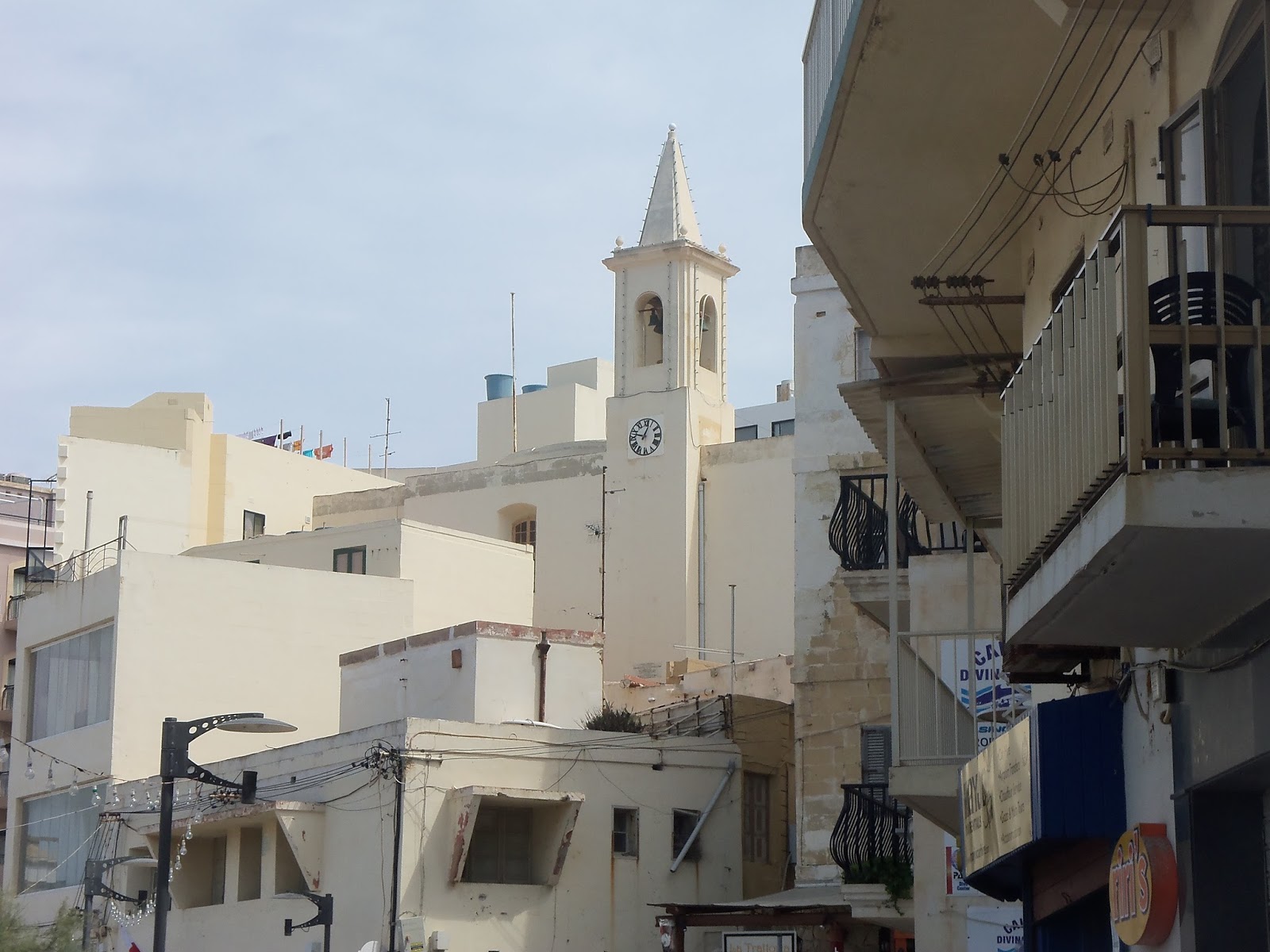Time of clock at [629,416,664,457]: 12:47
